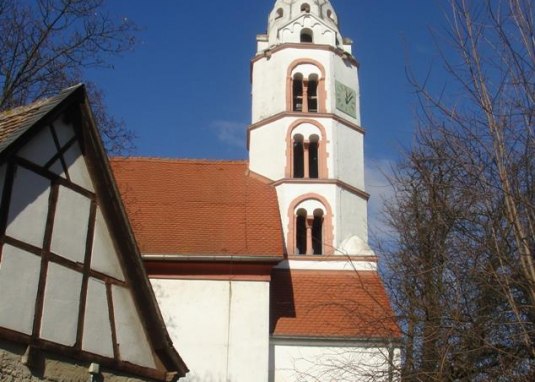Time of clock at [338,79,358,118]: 12:07
